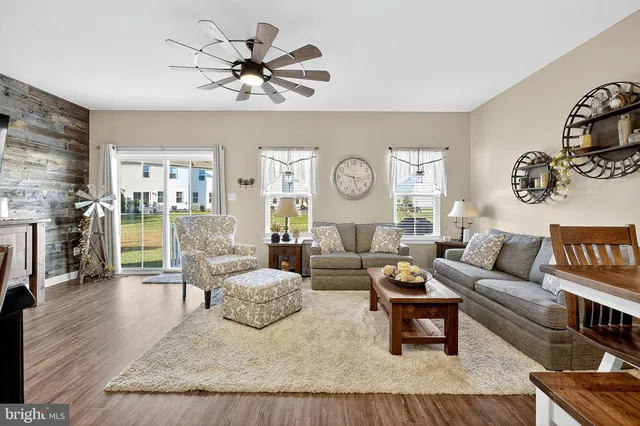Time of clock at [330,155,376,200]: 9:26
